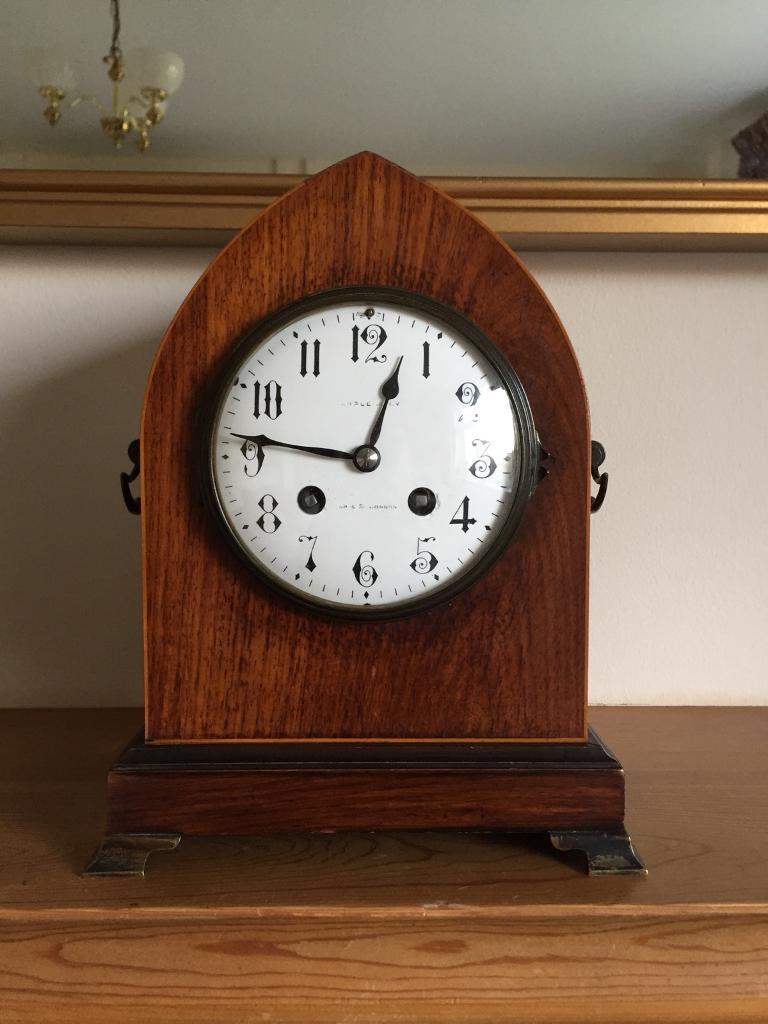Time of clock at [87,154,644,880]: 12:46
